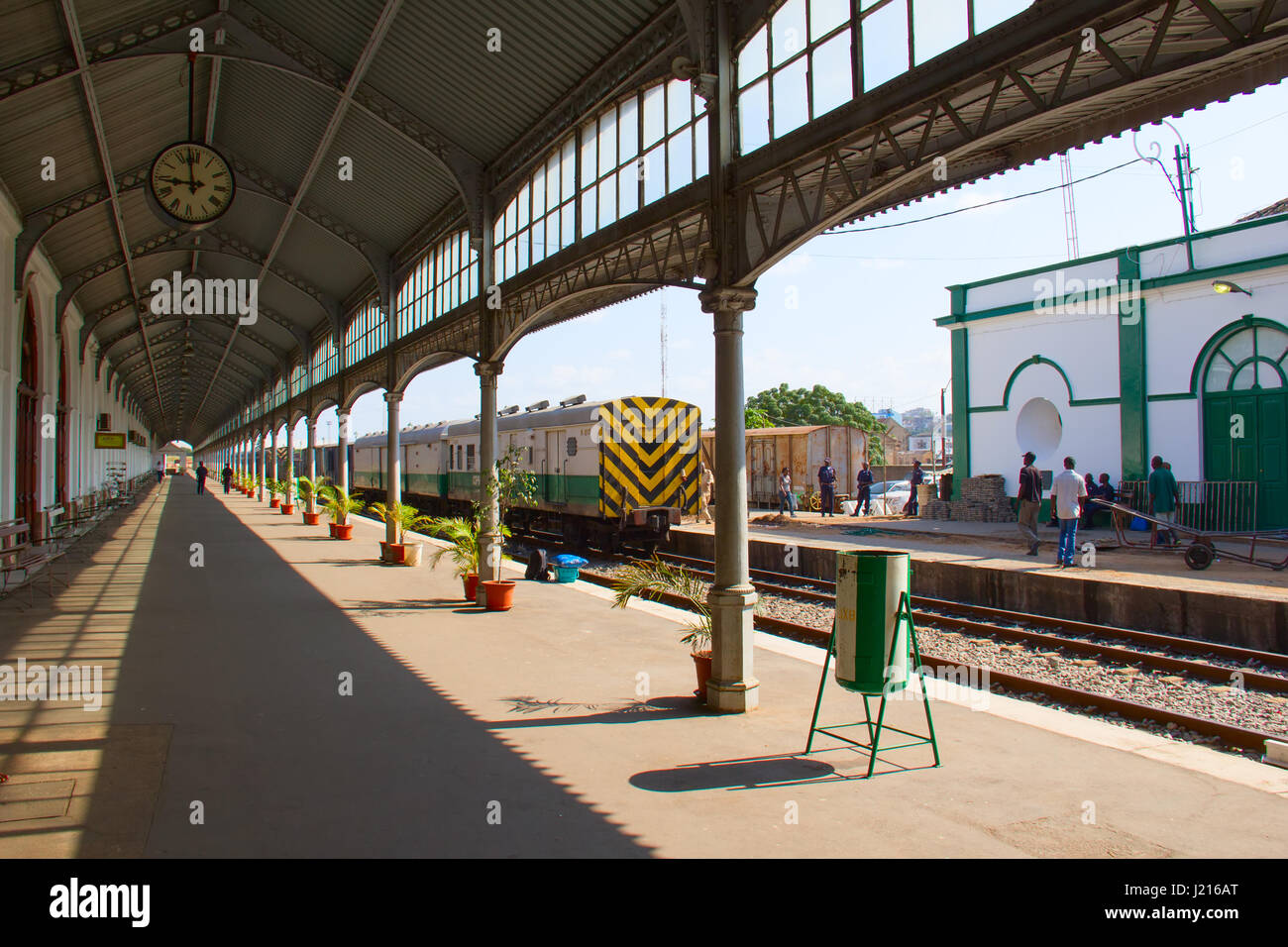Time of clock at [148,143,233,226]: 8:57
